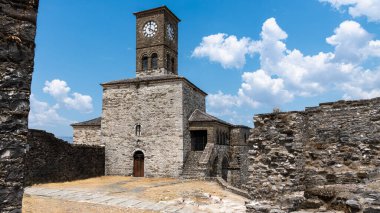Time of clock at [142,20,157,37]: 4:01
